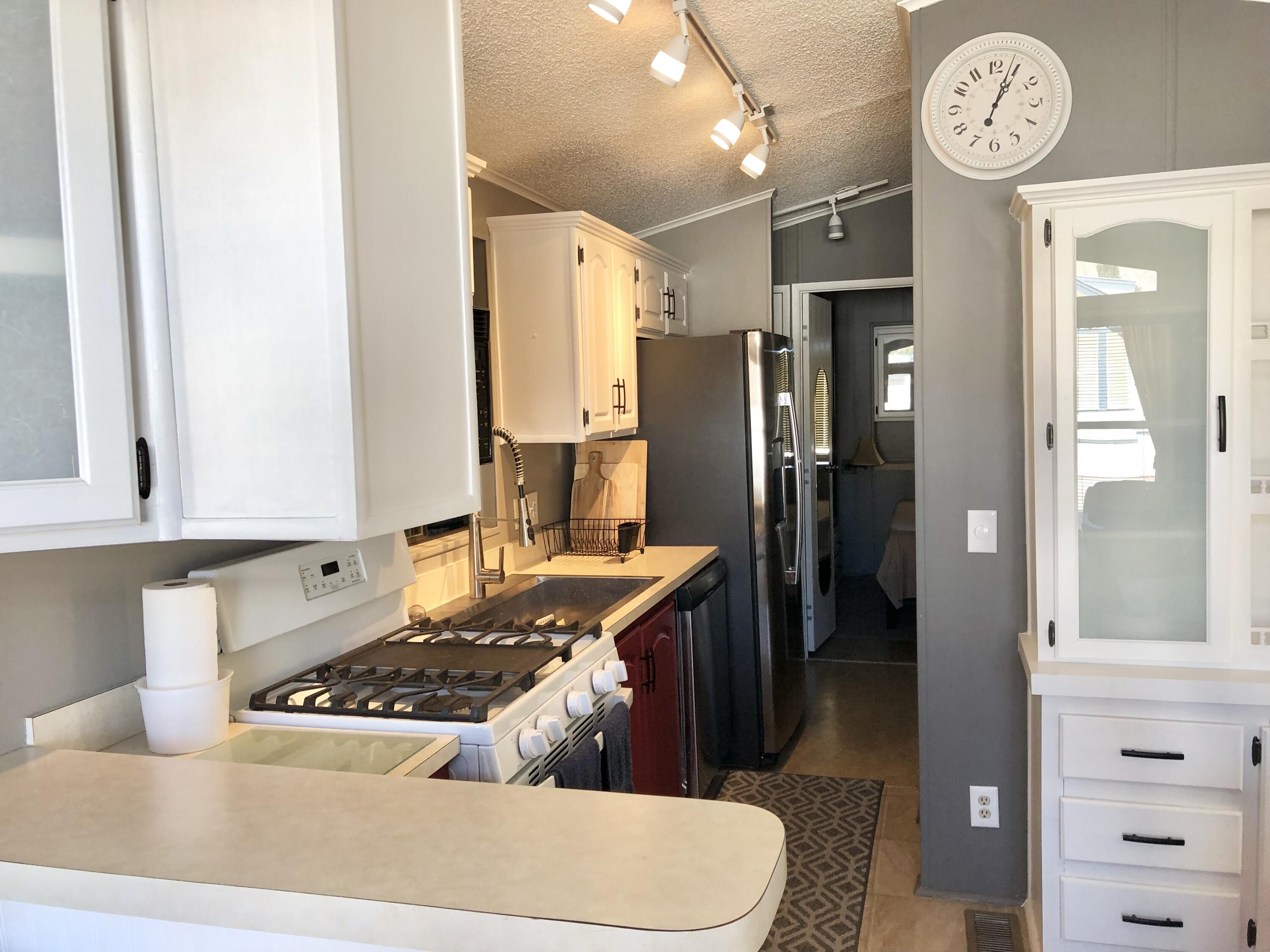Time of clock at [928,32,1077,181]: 1:03
